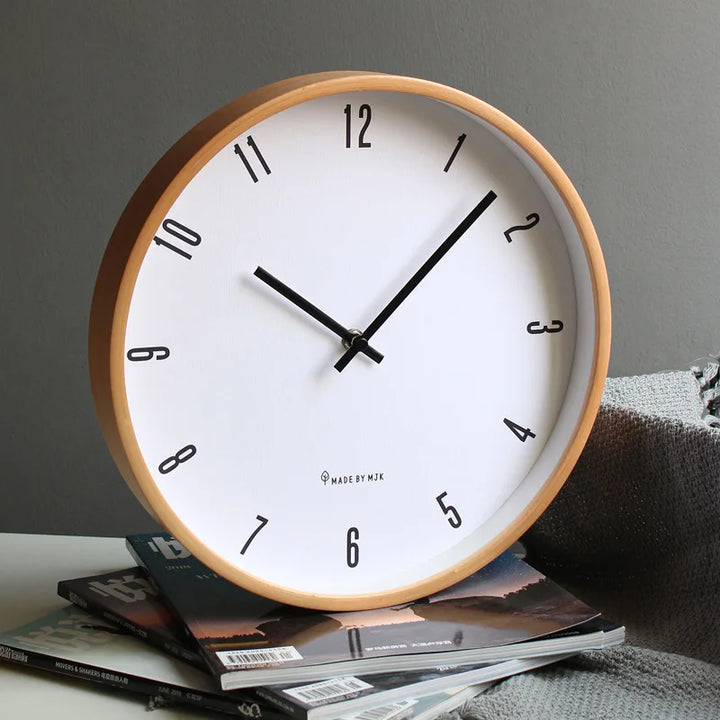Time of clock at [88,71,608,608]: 10:07
